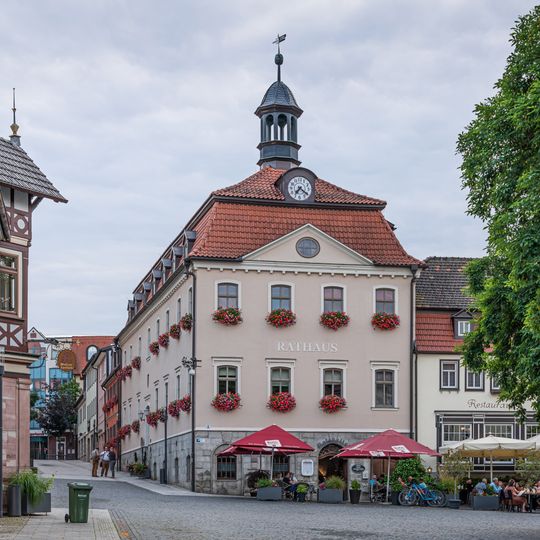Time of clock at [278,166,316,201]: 7:21
